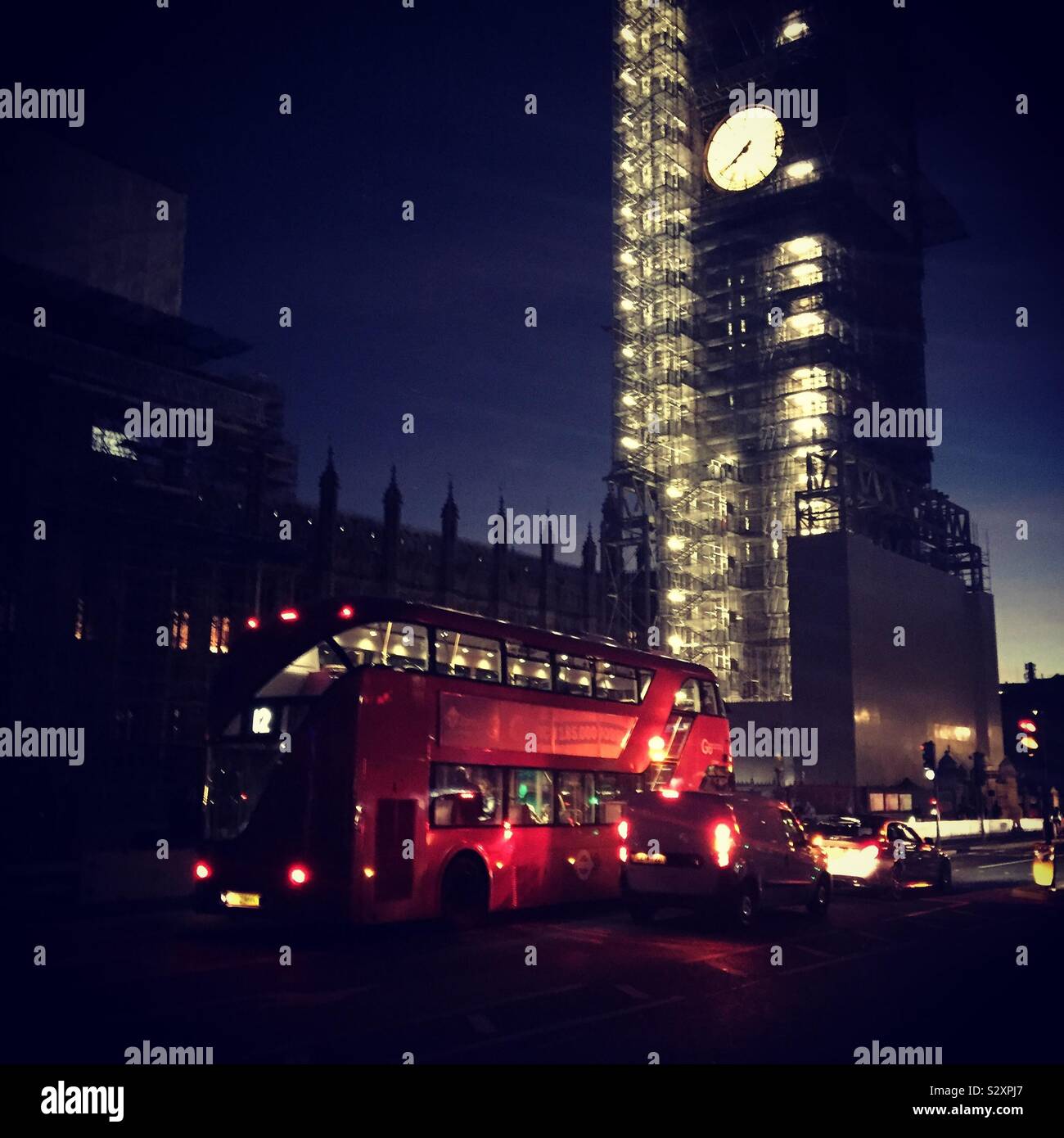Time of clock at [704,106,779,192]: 7:39
